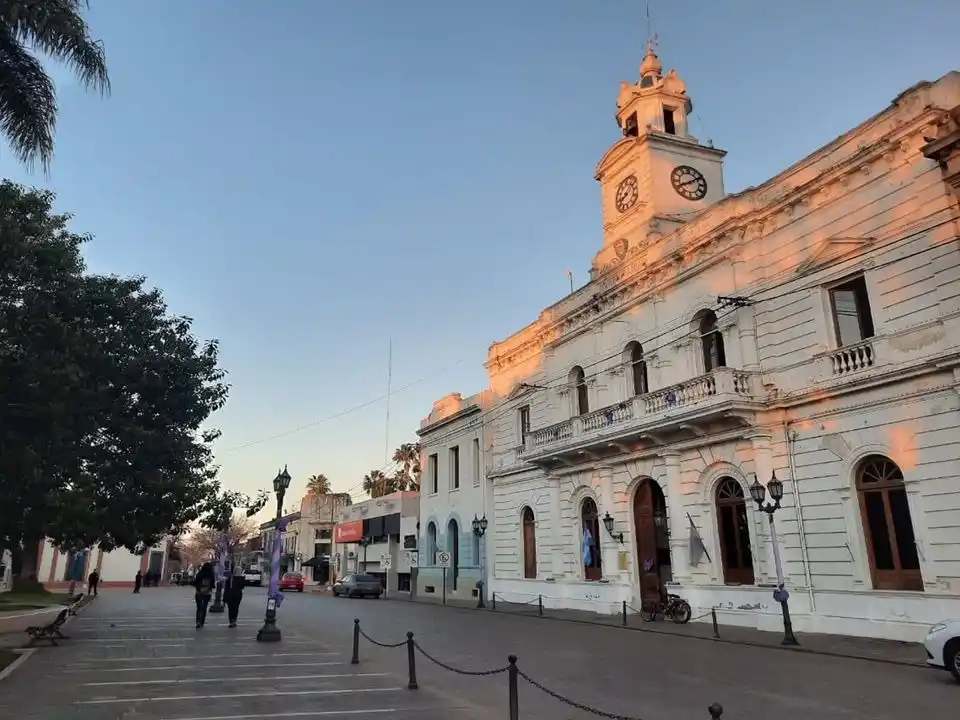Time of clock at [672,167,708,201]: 8:09
